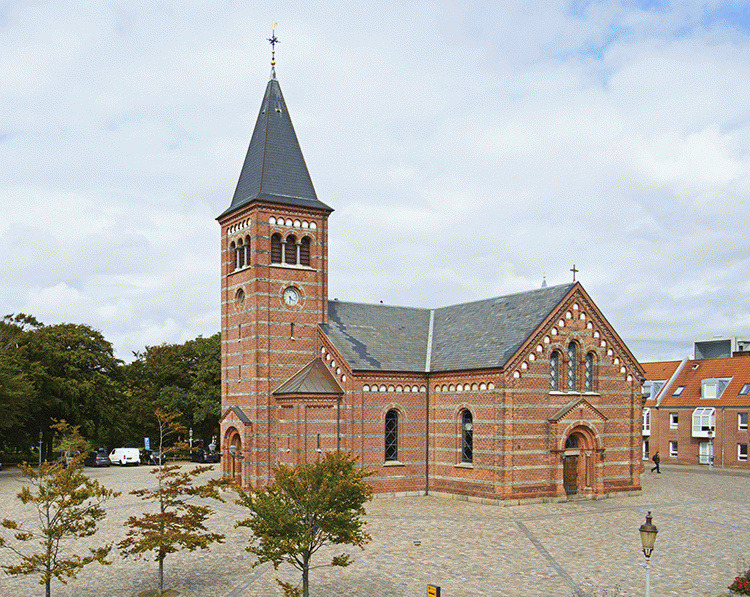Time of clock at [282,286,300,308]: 4:31
